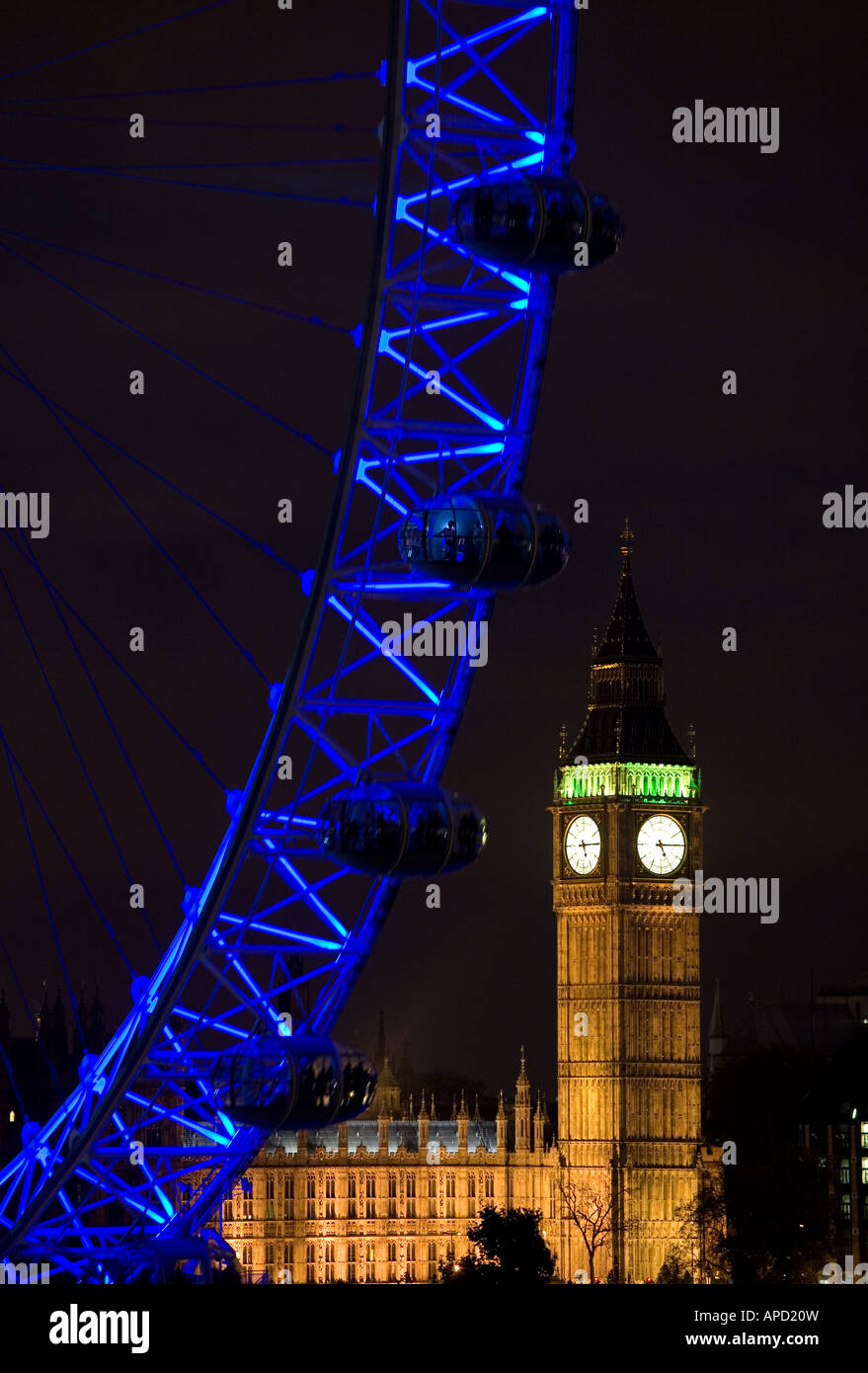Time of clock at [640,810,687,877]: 5:14
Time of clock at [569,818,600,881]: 5:14
